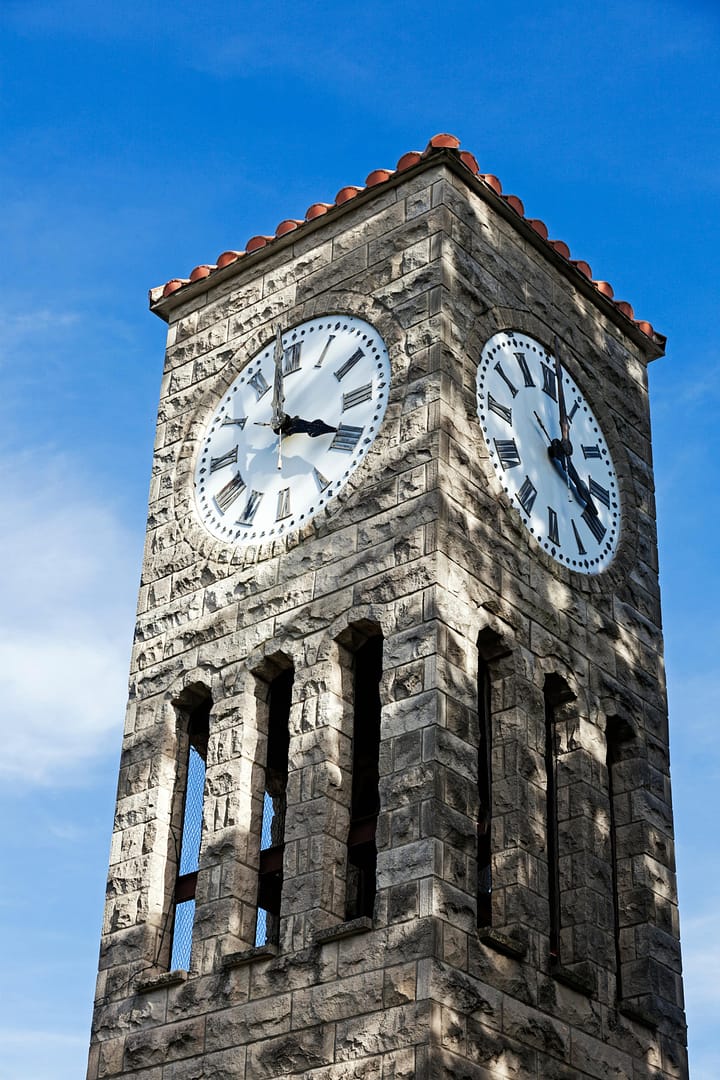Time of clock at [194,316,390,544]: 3:58
